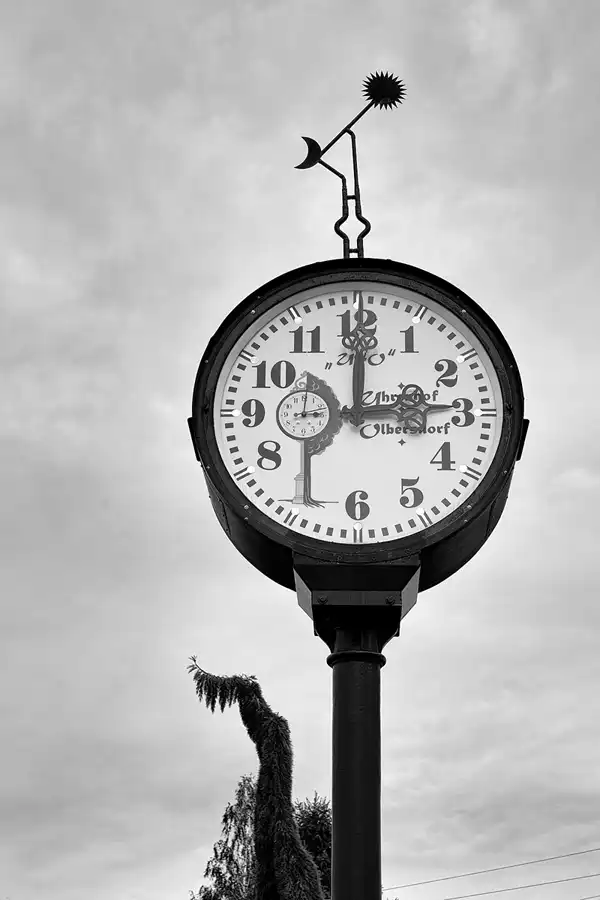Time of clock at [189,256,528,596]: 2:59
